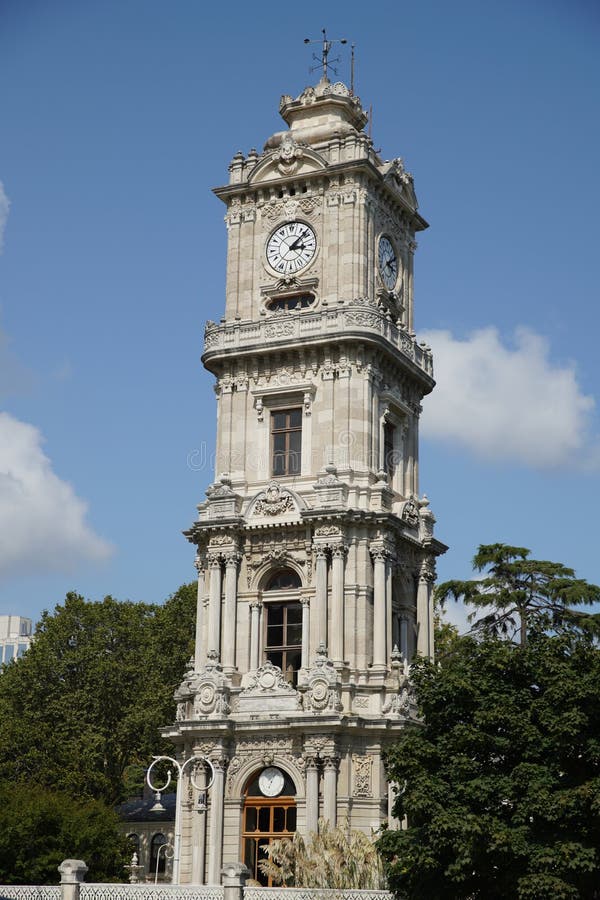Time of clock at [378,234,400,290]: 2:18
